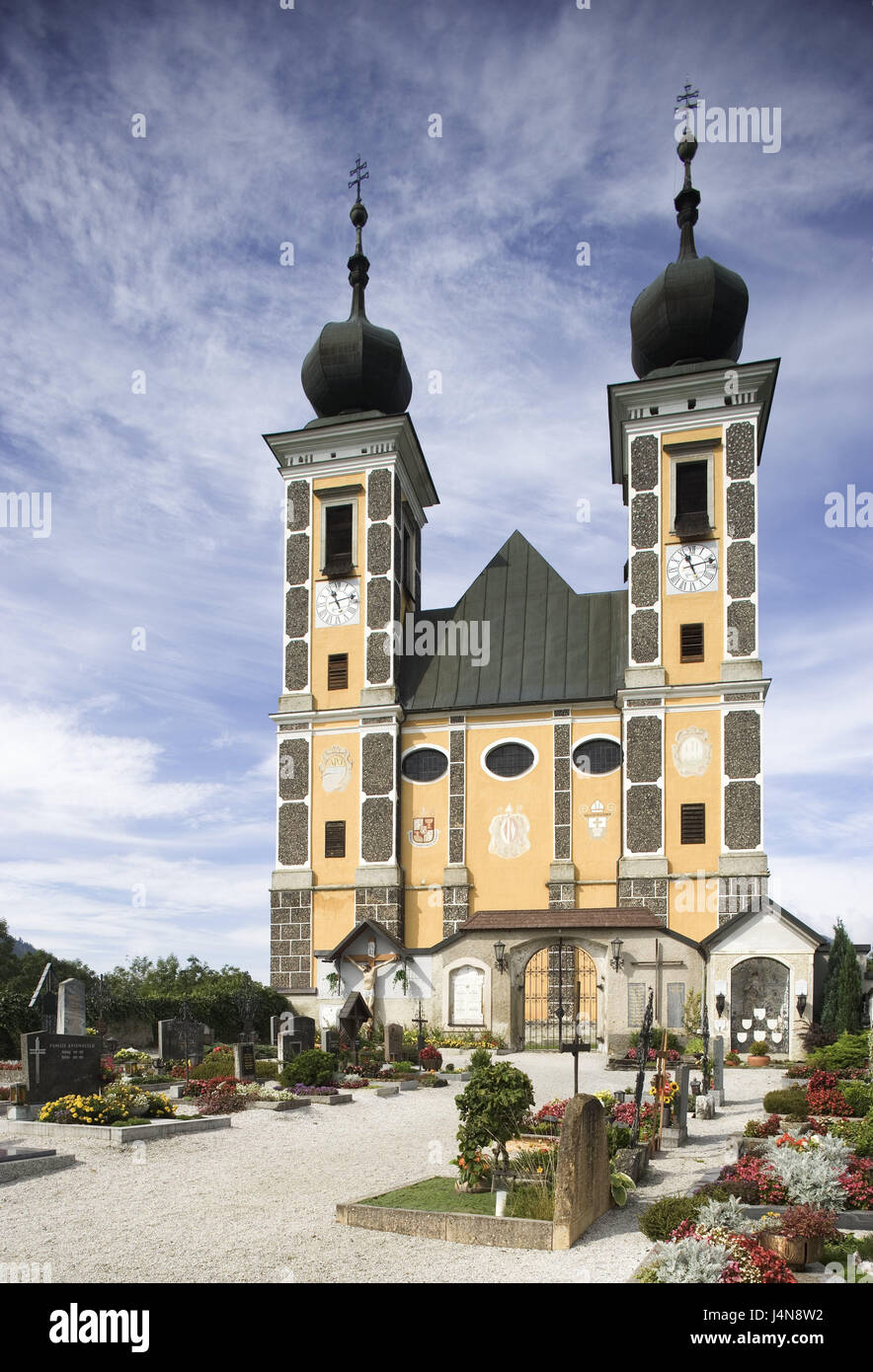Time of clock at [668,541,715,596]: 11:12
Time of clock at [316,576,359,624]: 11:12
